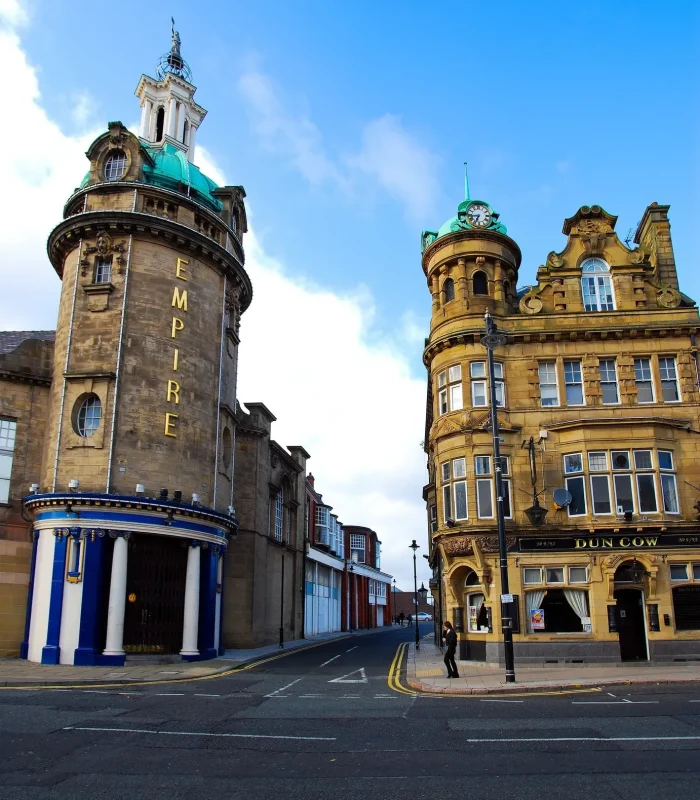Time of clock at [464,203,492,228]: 6:43
